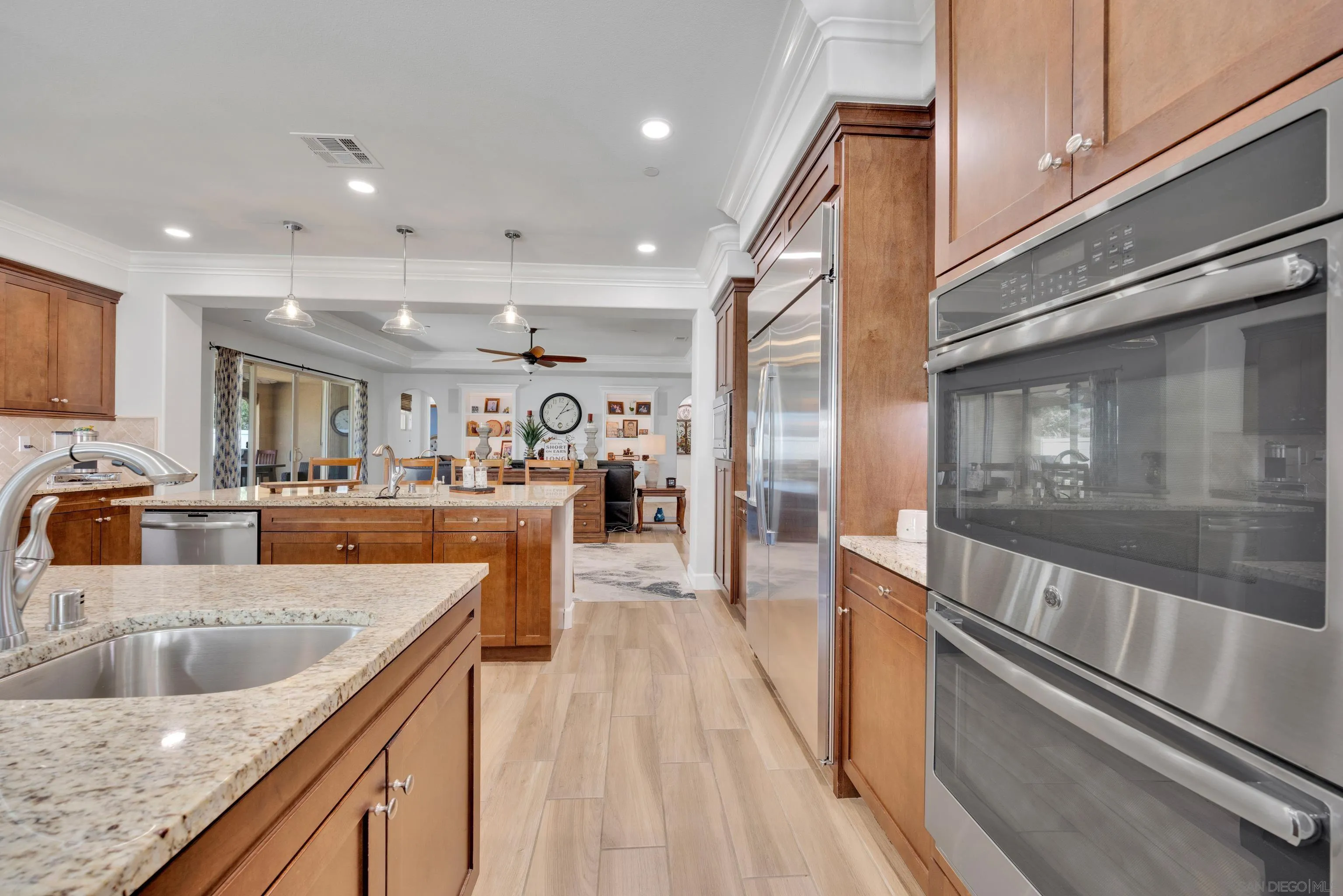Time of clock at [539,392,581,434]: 2:05
